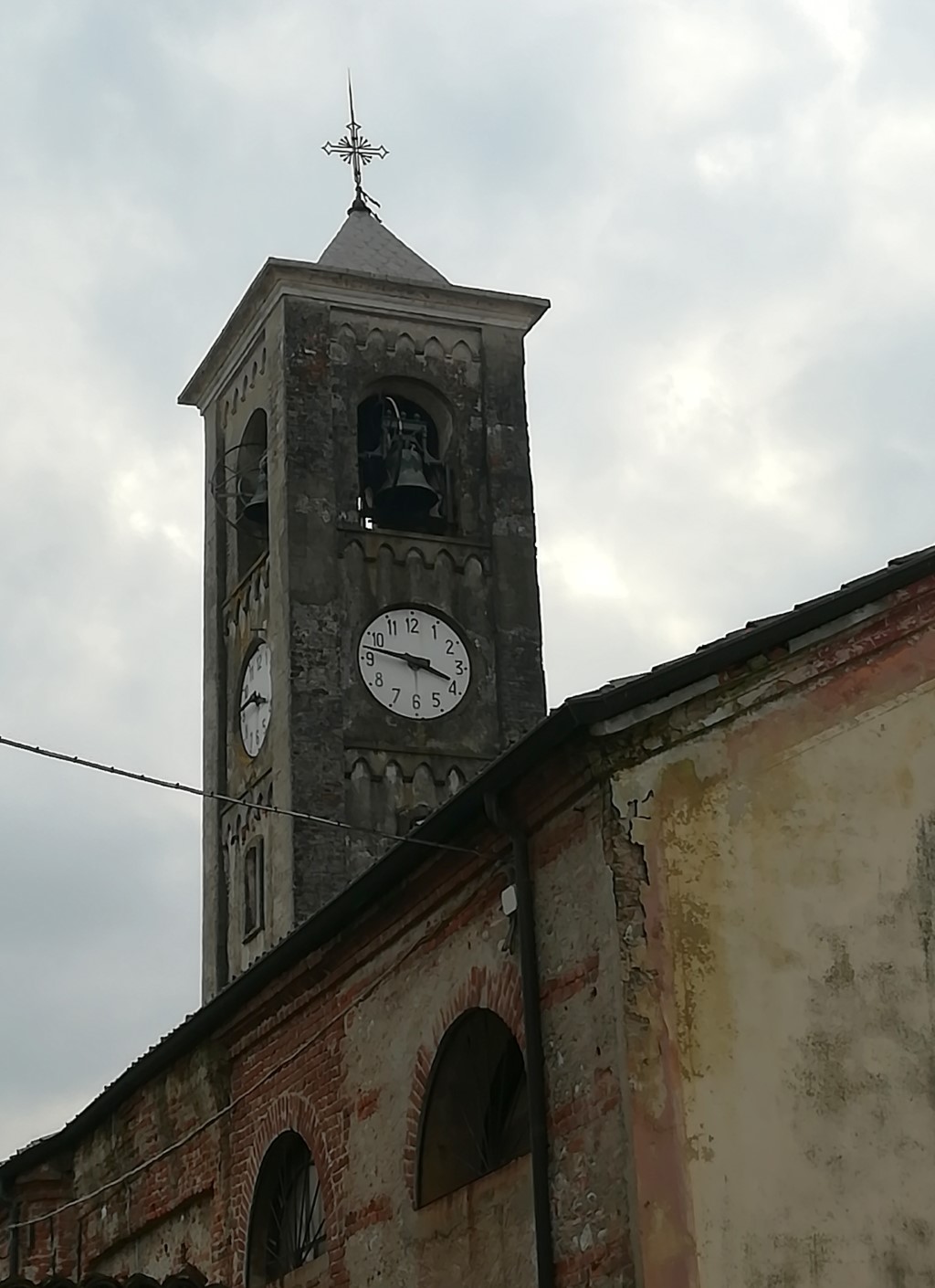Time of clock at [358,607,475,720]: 3:47
